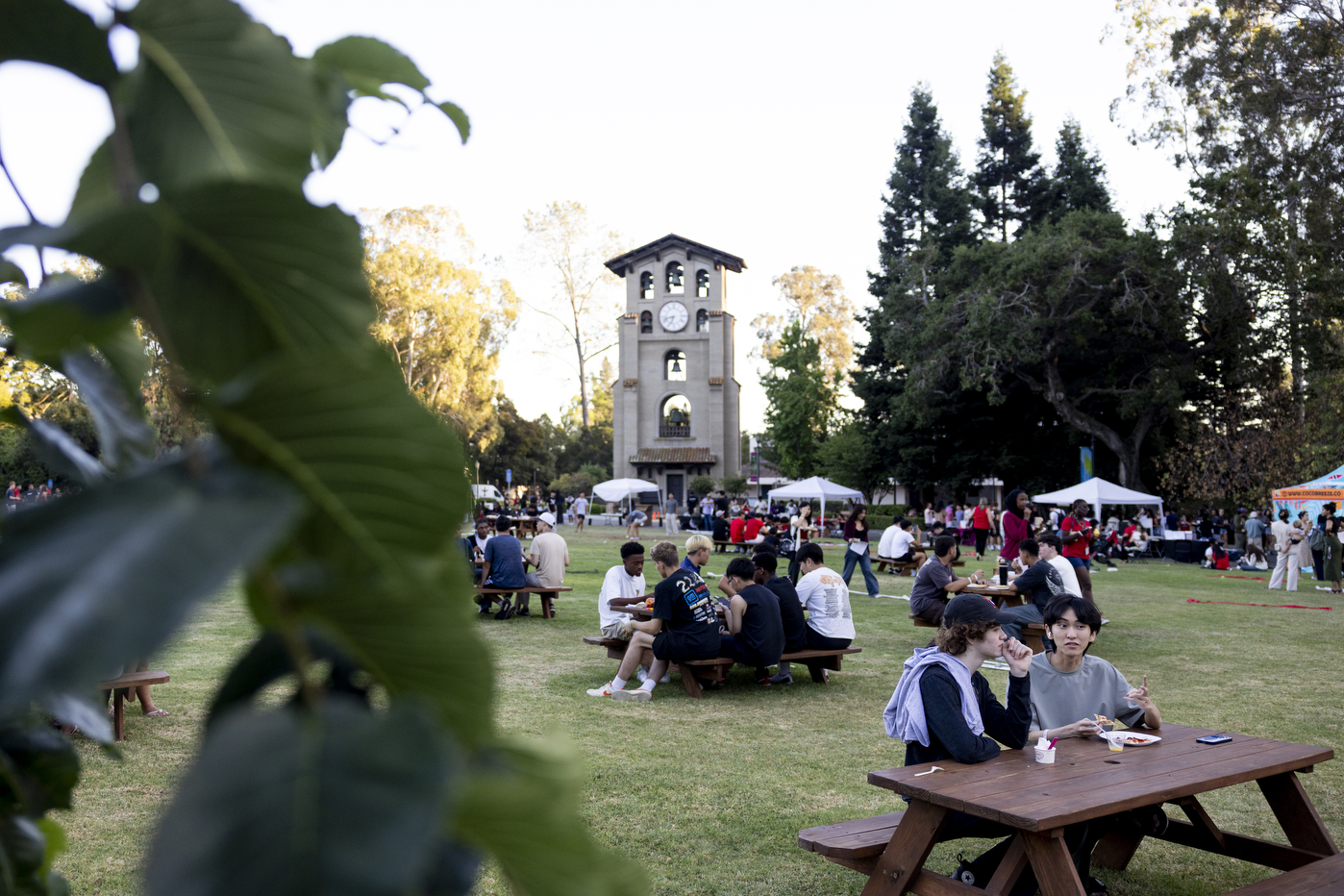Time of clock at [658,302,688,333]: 6:42
